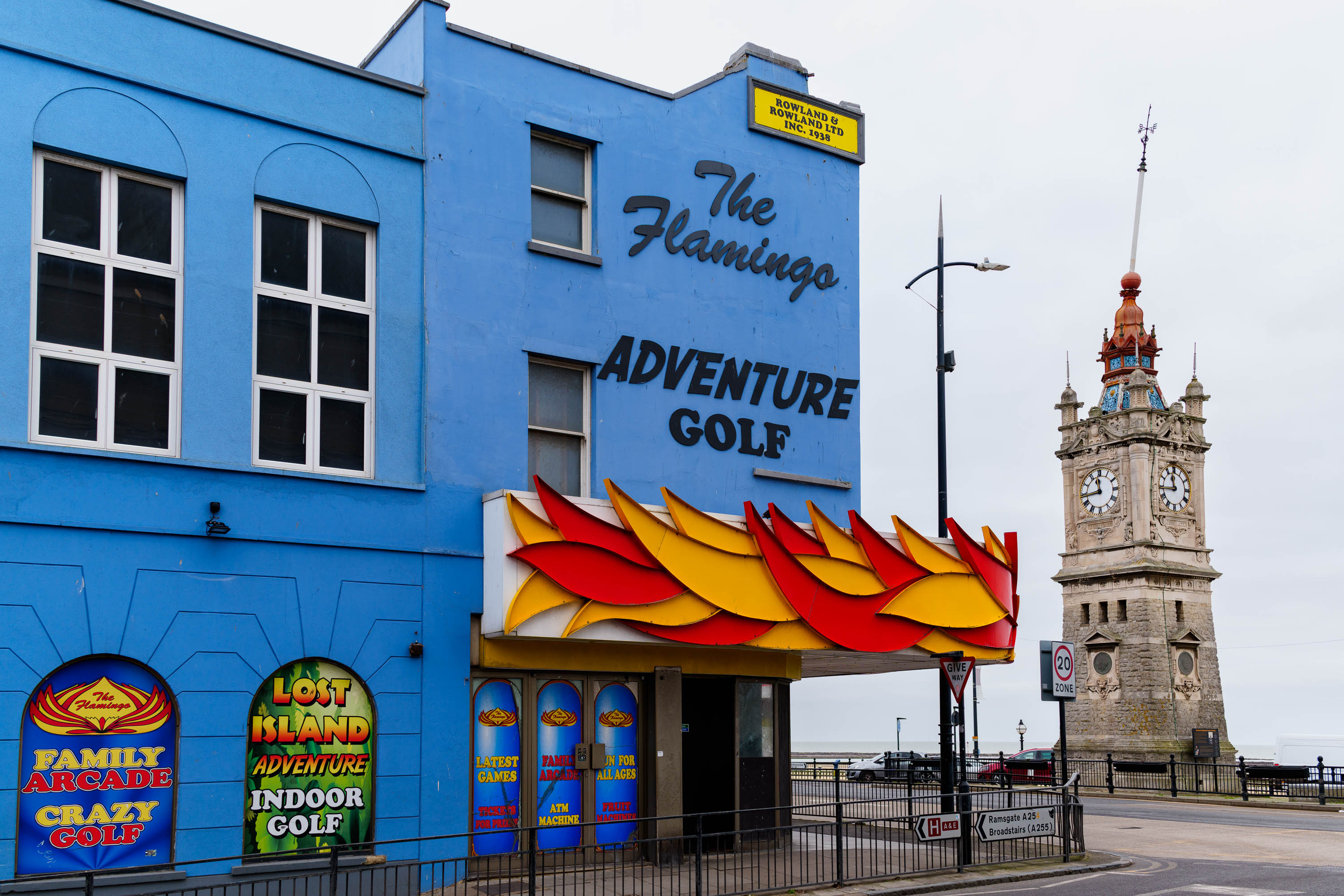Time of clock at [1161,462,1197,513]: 11:44
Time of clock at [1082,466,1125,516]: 11:43
